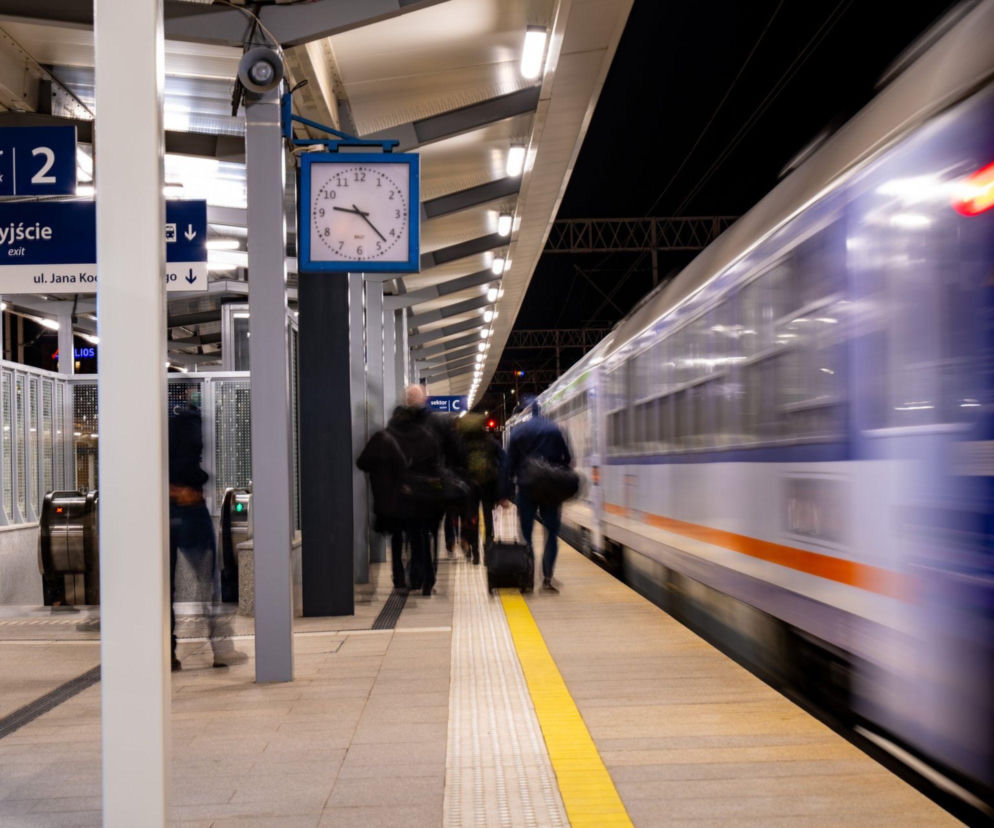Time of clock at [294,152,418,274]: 9:22
